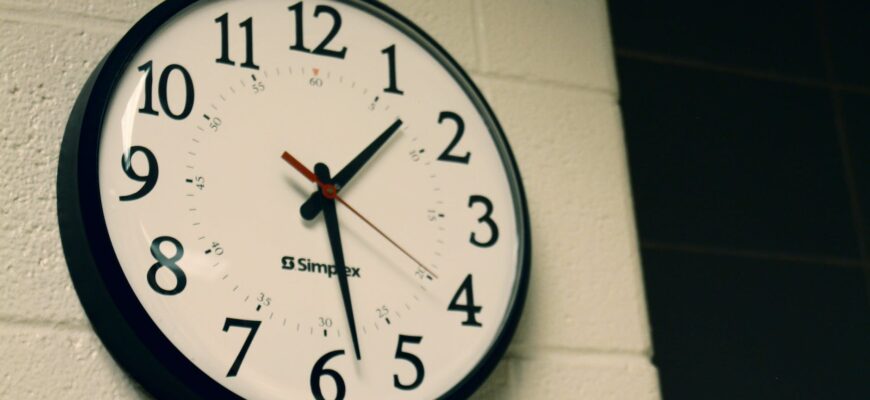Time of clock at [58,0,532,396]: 1:28
